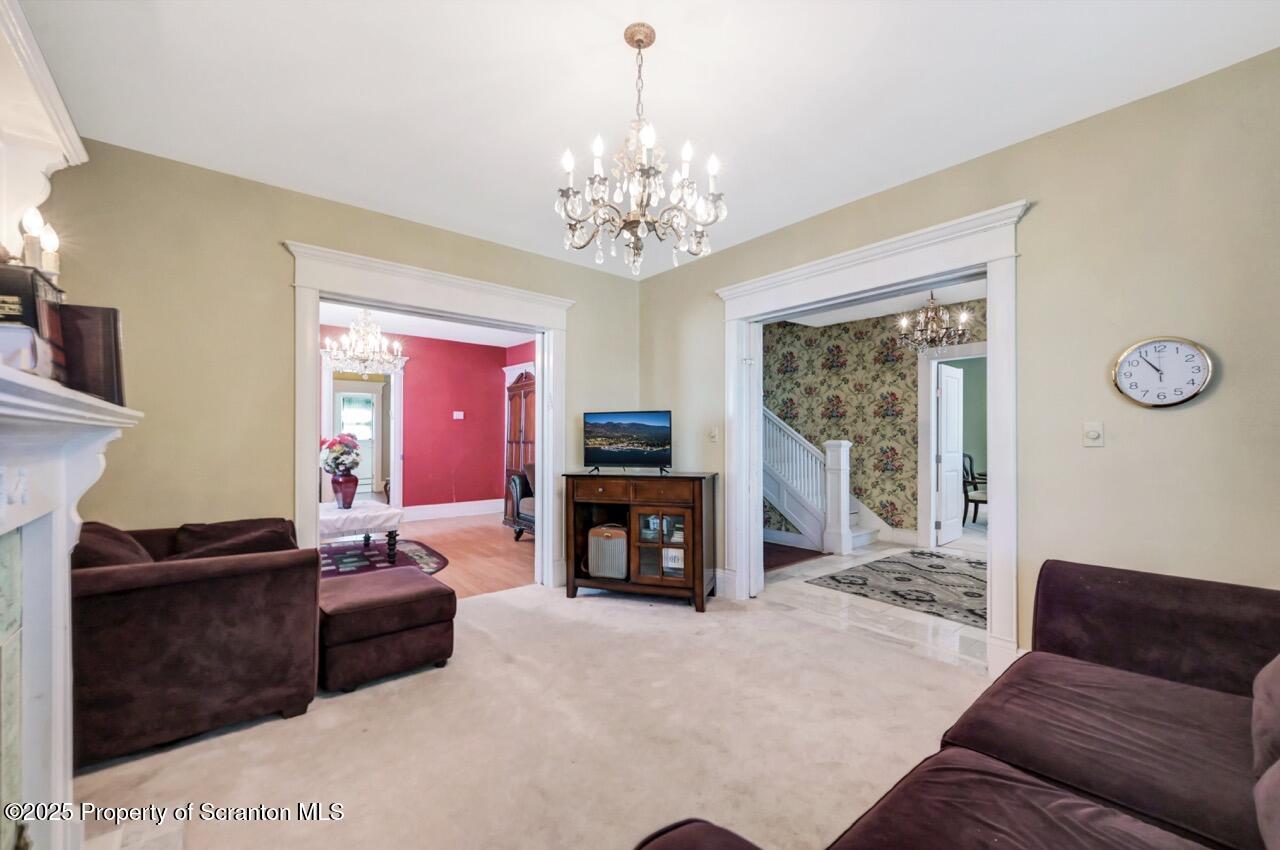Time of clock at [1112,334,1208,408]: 10:54
